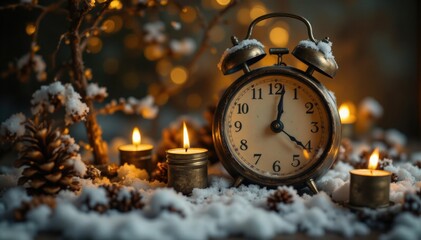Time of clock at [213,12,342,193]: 12:21
